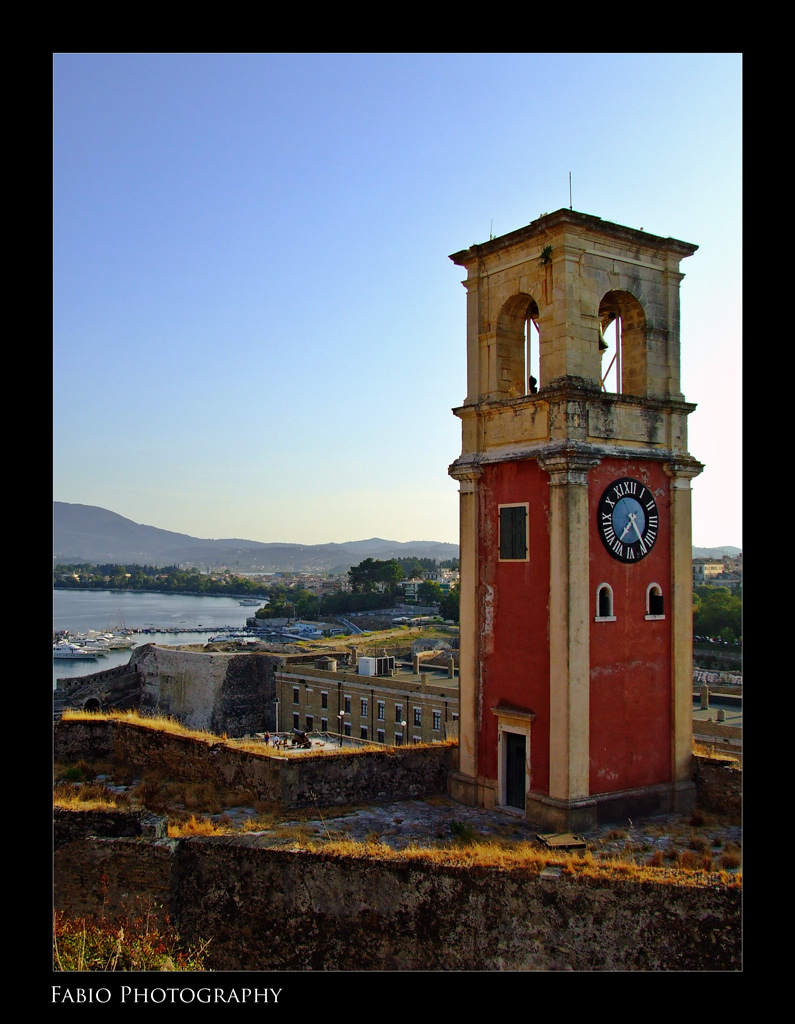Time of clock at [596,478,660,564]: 4:36
